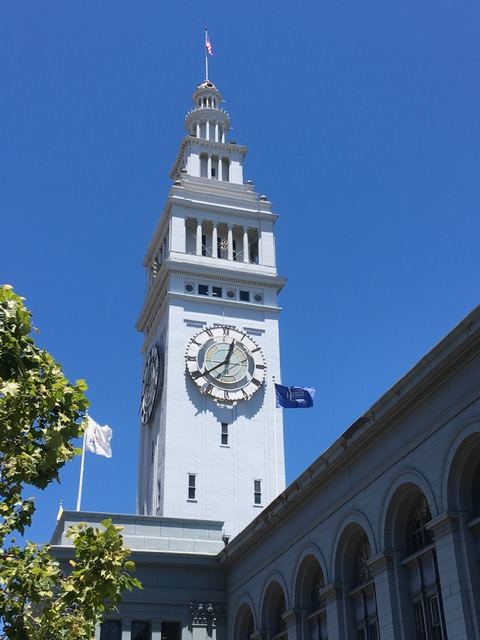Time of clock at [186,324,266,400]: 12:39
